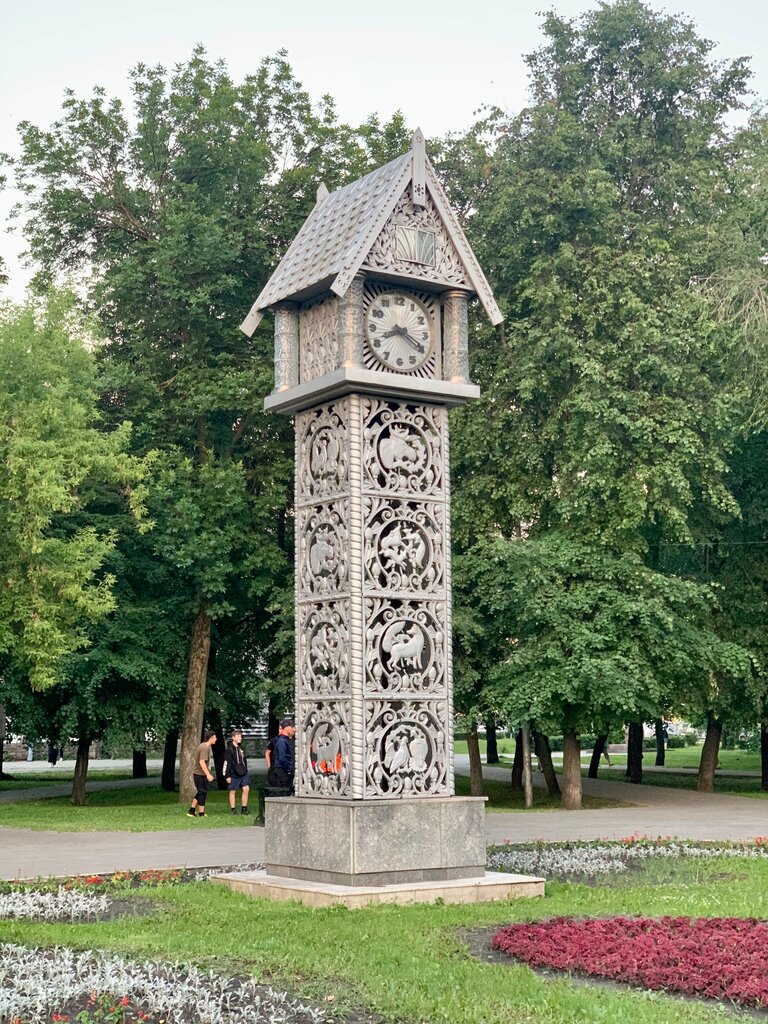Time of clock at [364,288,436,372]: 8:19
